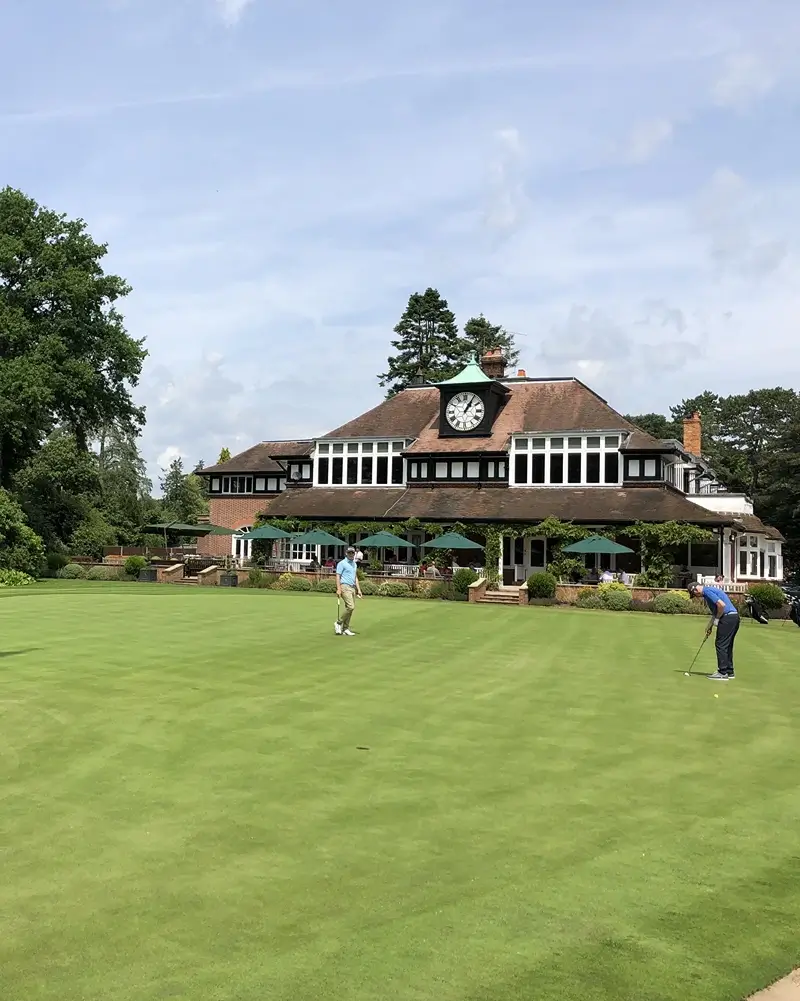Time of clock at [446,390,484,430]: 1:05
